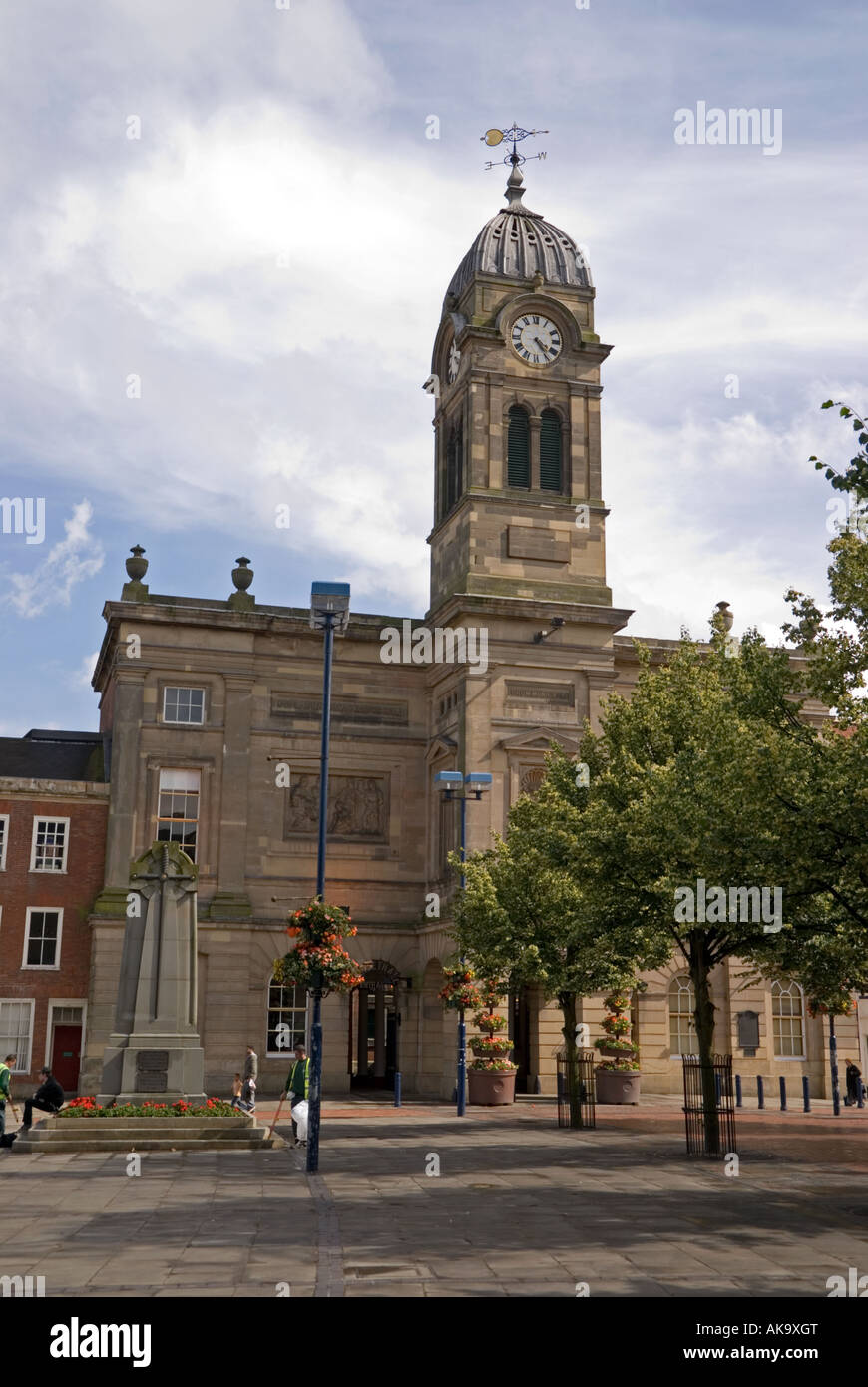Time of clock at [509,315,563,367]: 4:23
